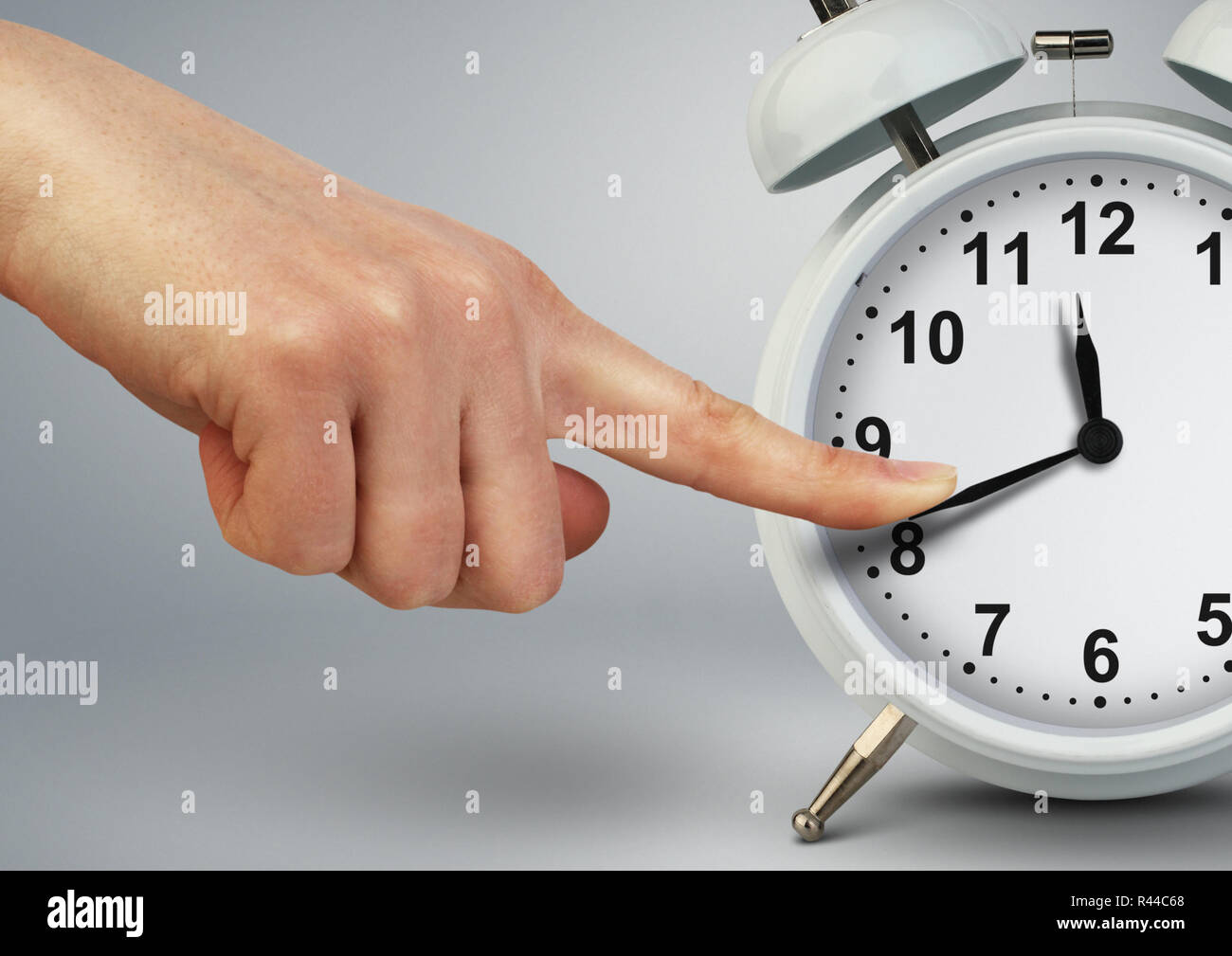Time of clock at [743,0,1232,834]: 11:40
